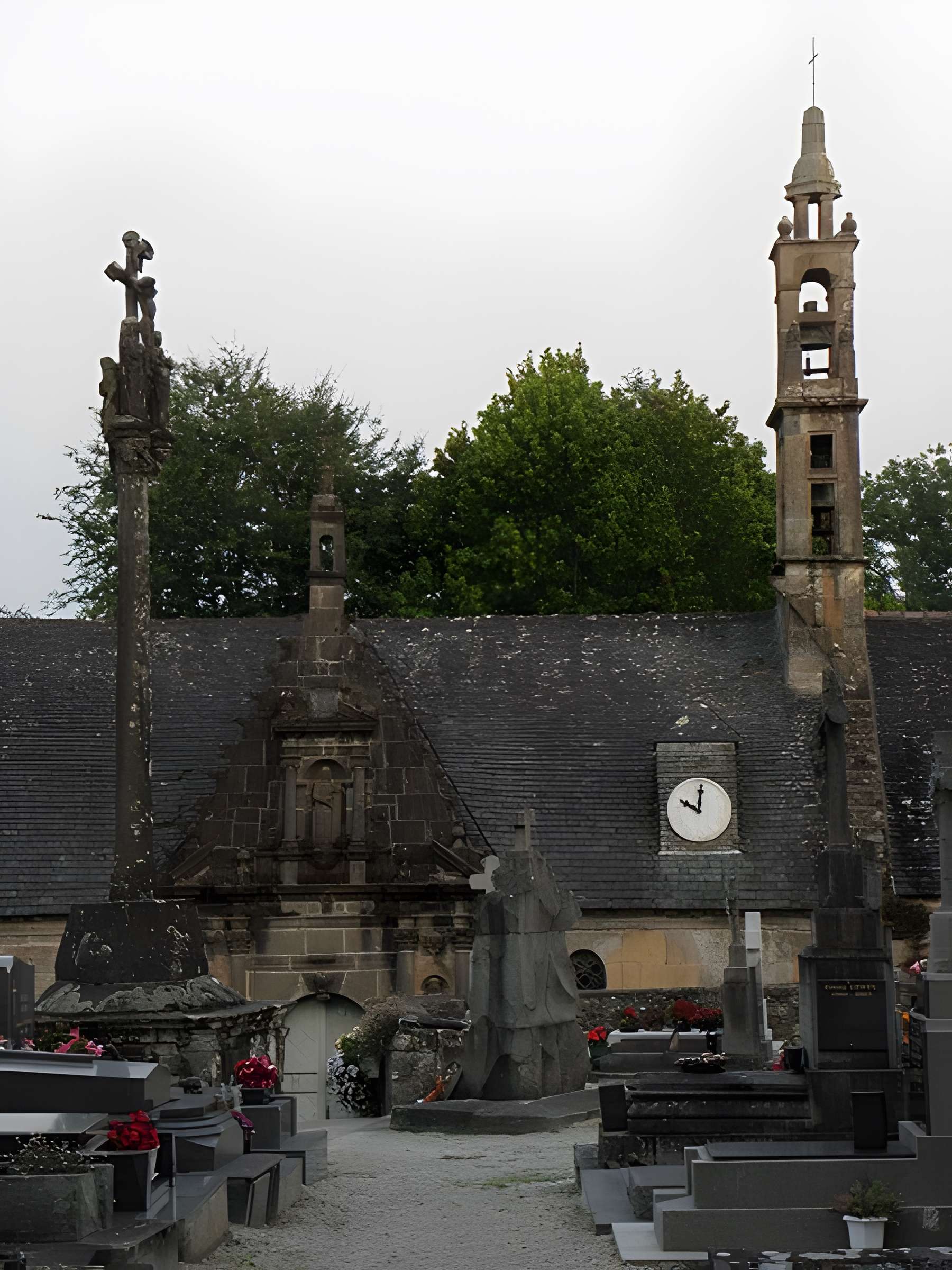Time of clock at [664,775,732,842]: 10:00
